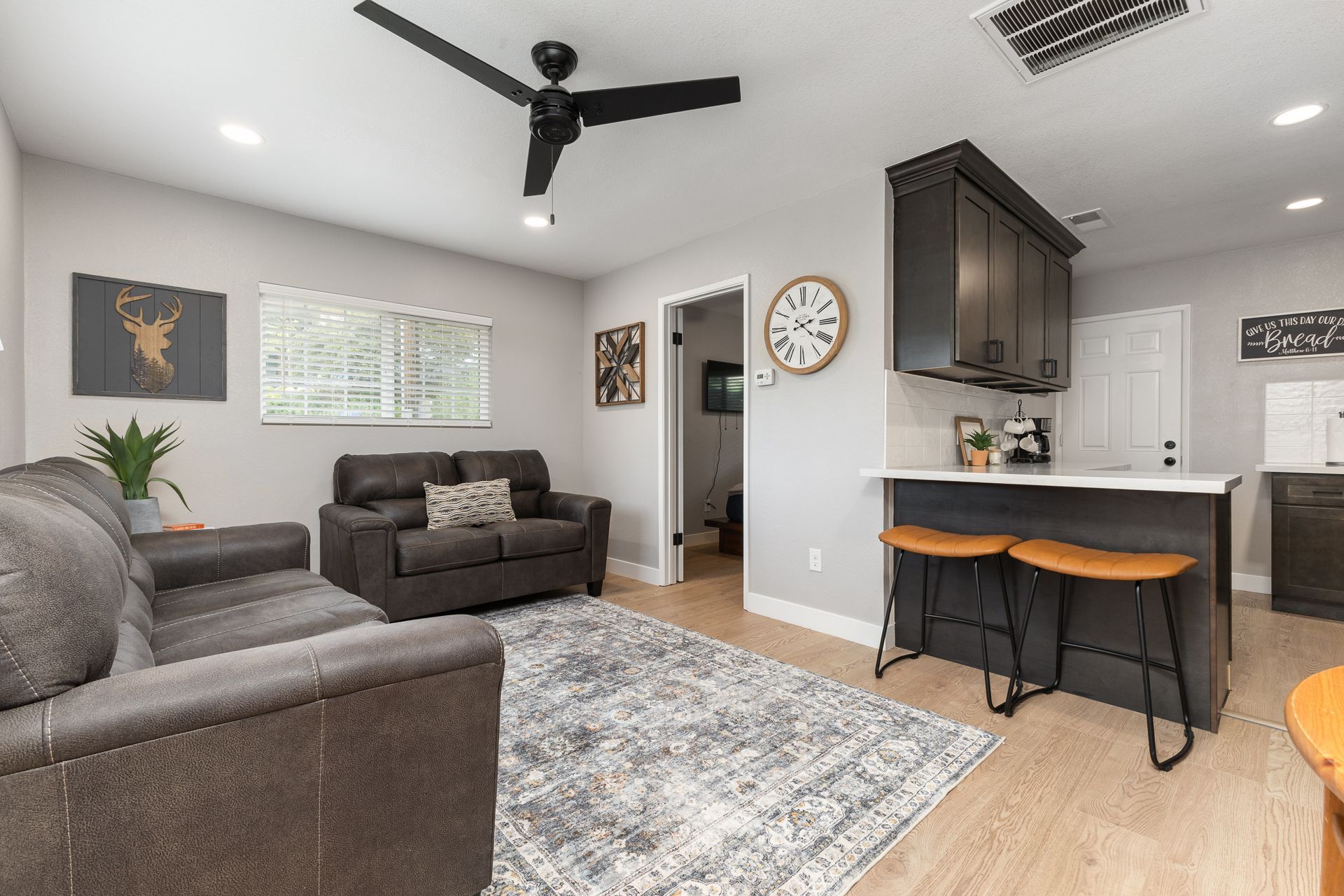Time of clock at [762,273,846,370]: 2:21
